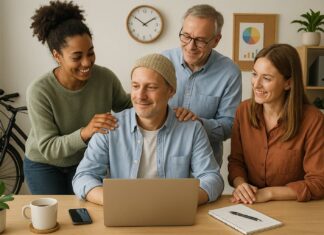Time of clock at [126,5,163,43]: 1:50
